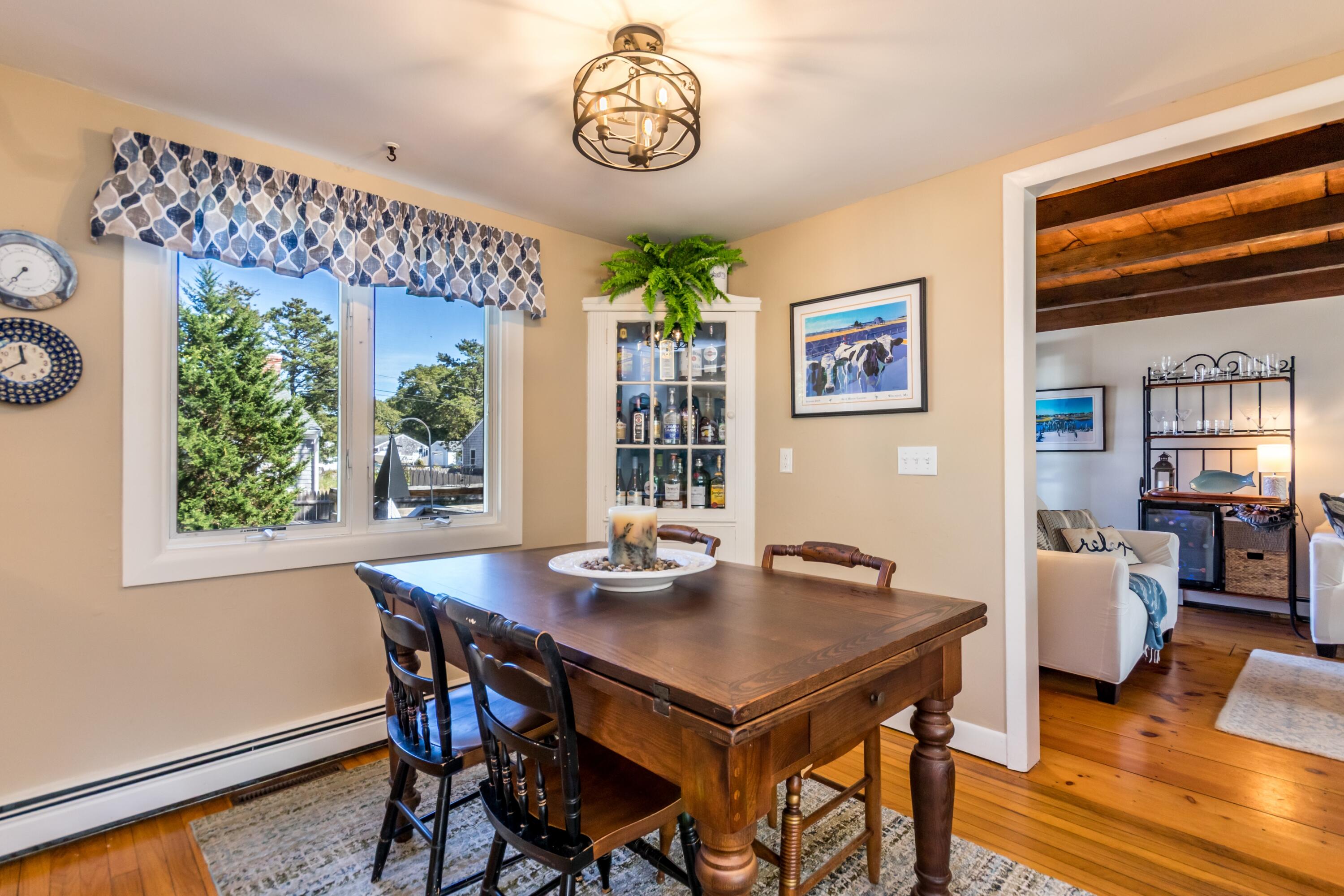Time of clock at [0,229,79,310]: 7:36
